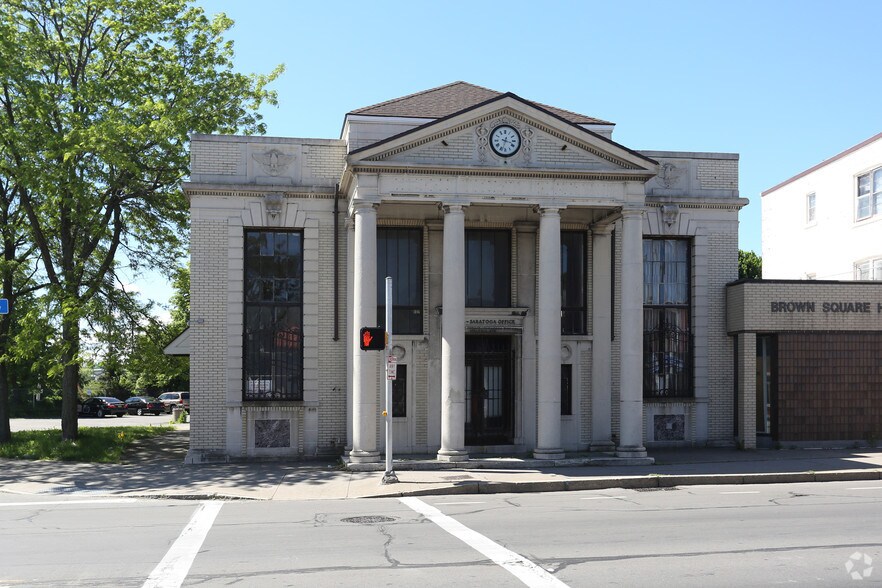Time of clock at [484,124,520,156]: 3:32
